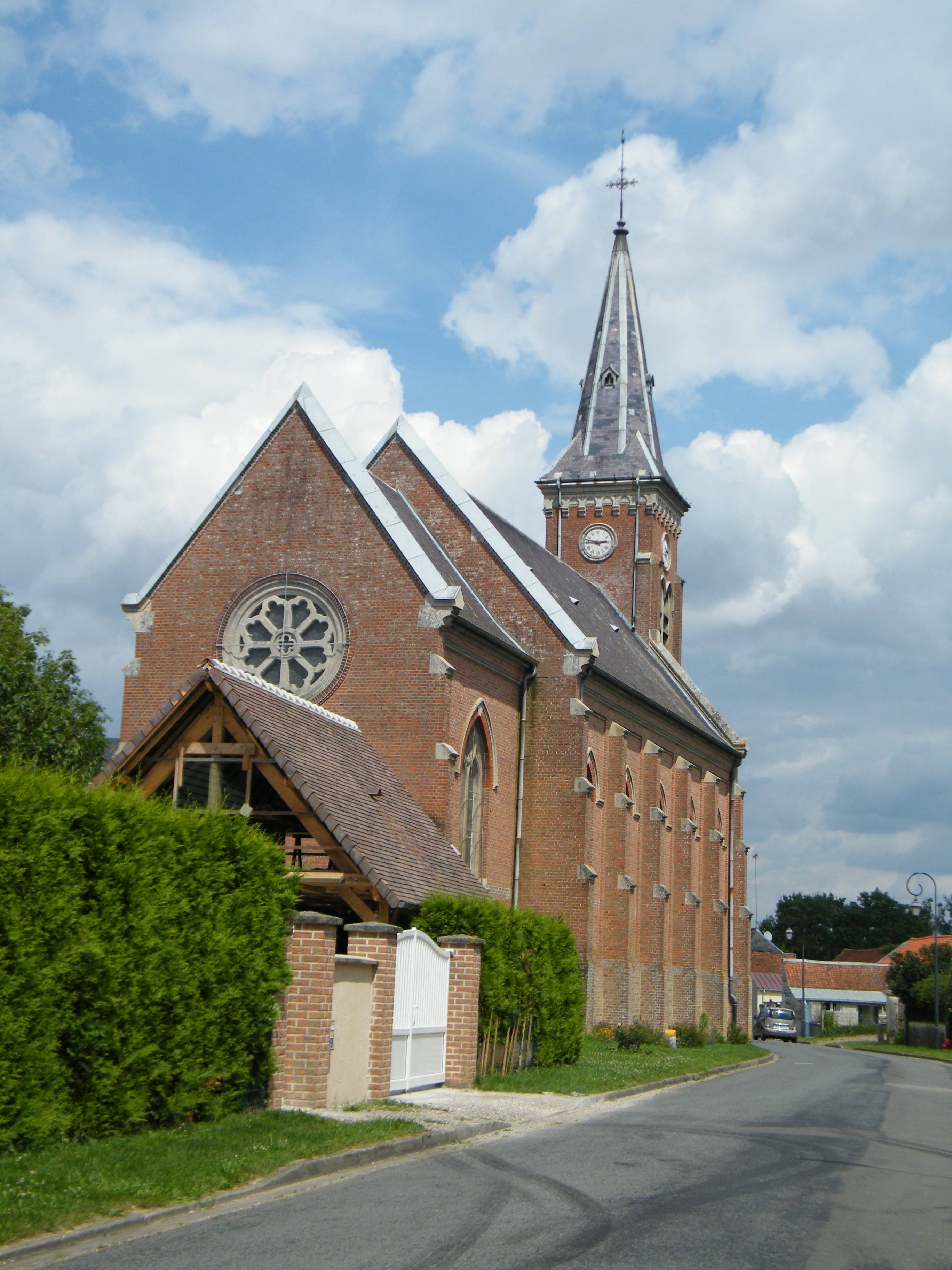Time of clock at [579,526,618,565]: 2:46
